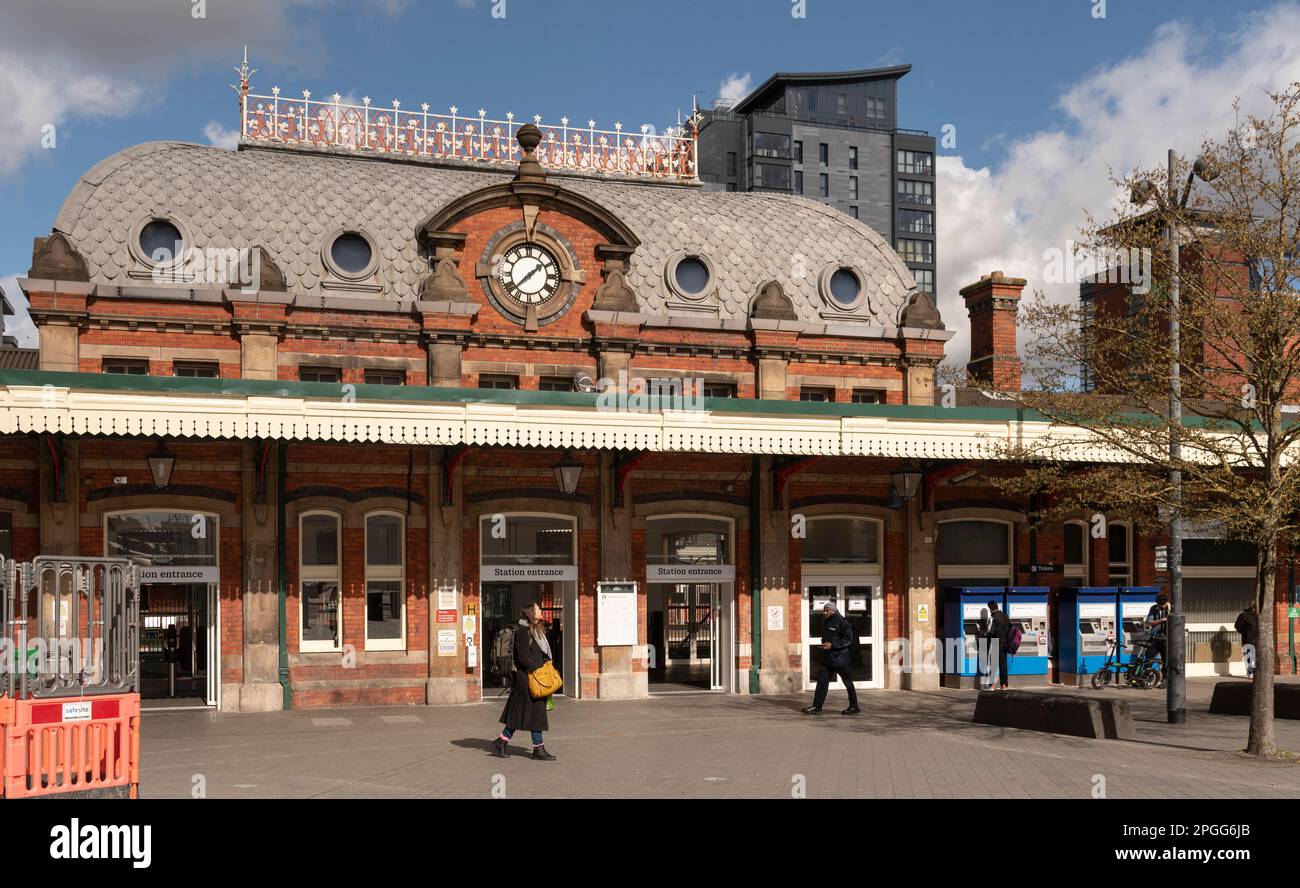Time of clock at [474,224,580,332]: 1:37
